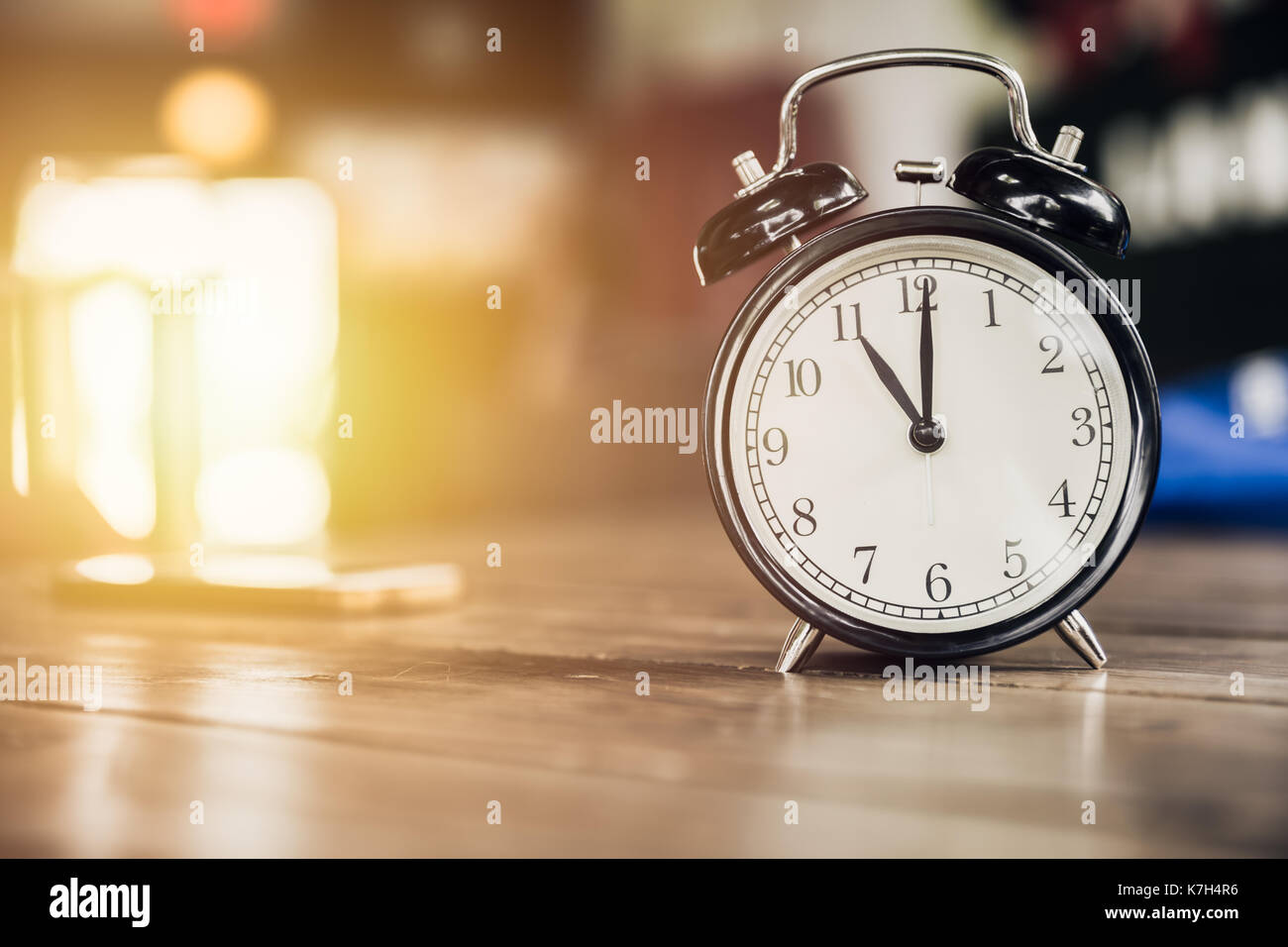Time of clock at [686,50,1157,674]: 11:00
